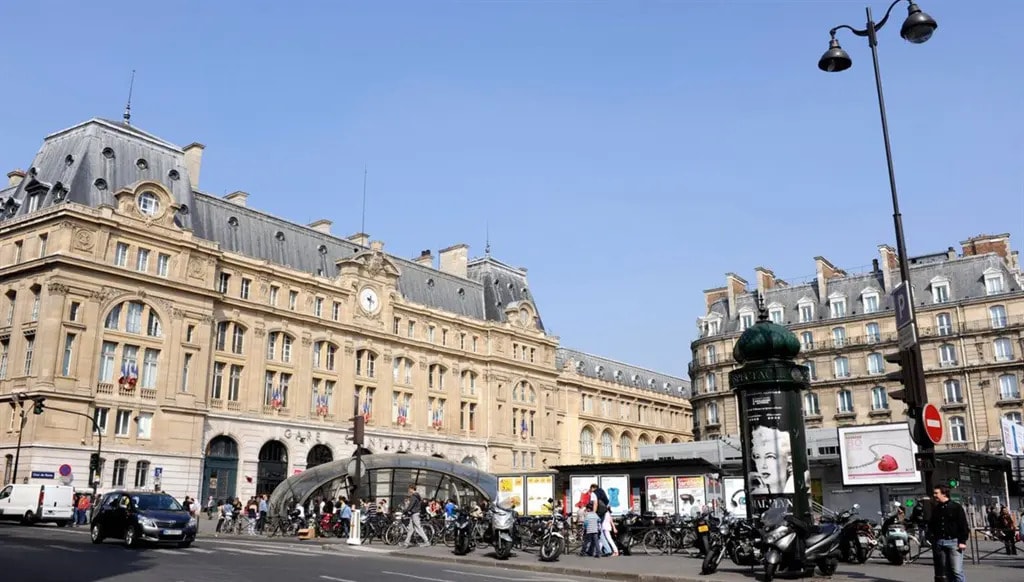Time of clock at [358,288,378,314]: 3:31
